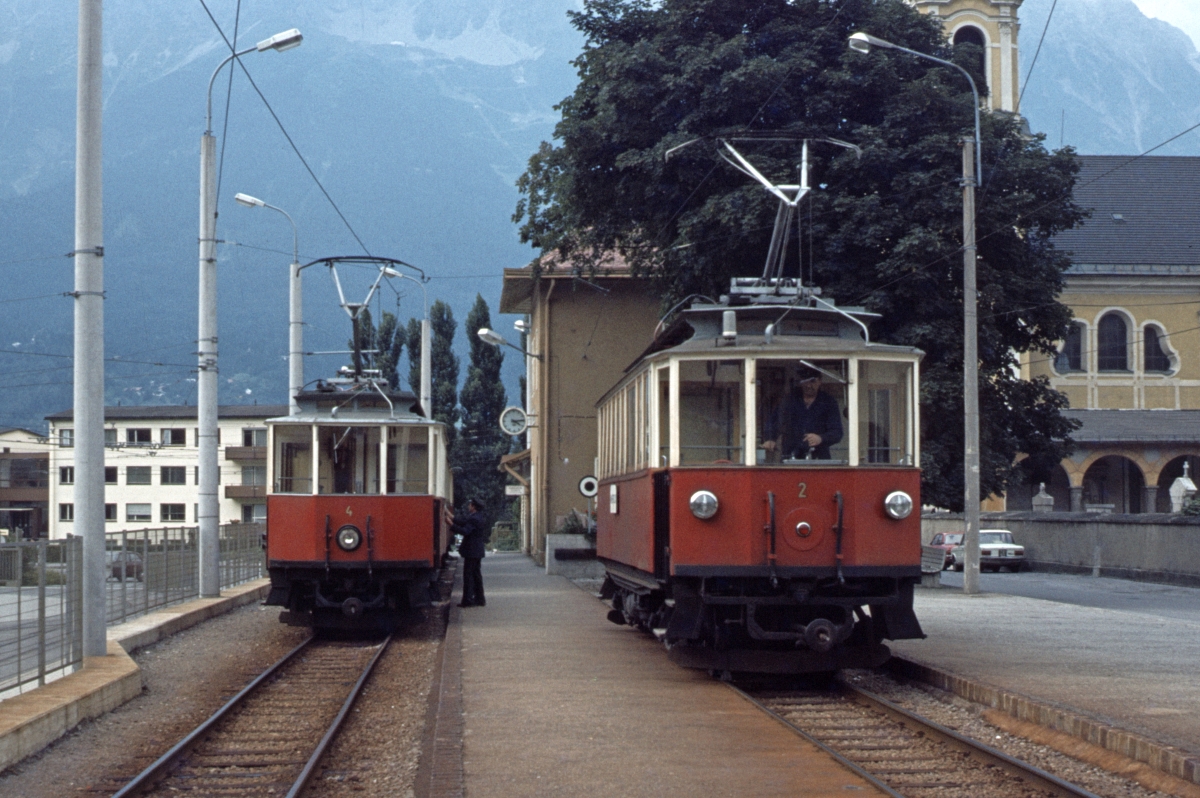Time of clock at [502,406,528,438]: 4:13
